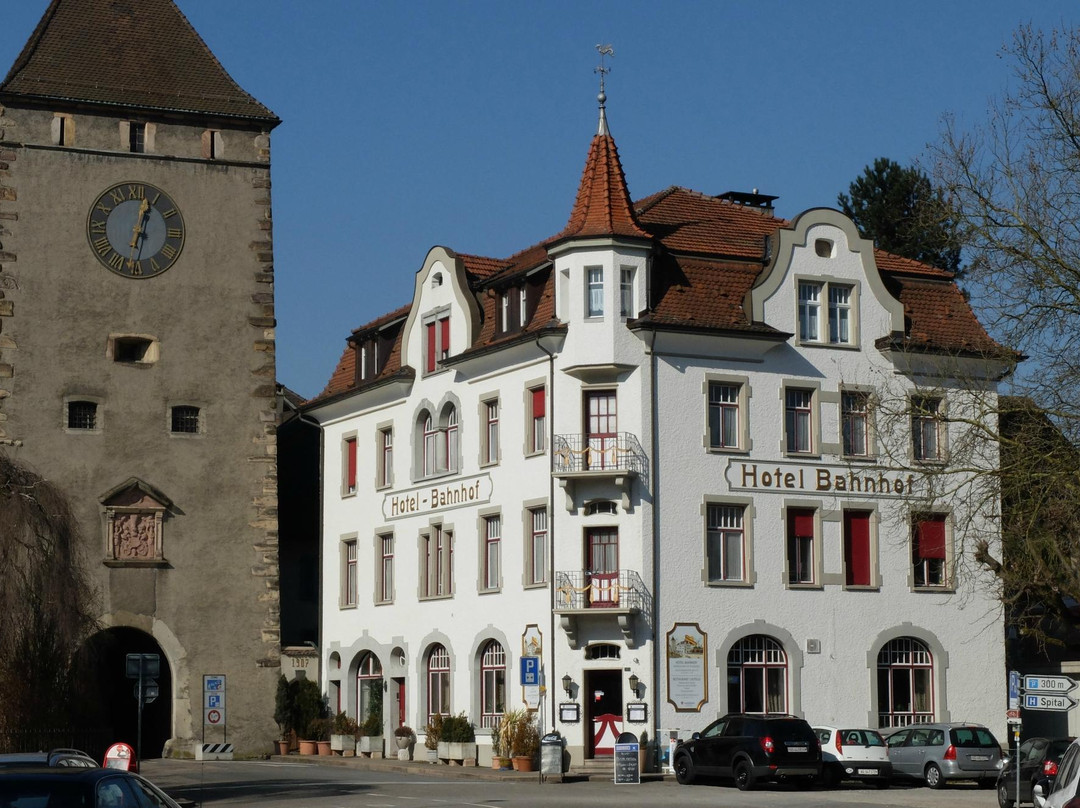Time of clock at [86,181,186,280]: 12:32
